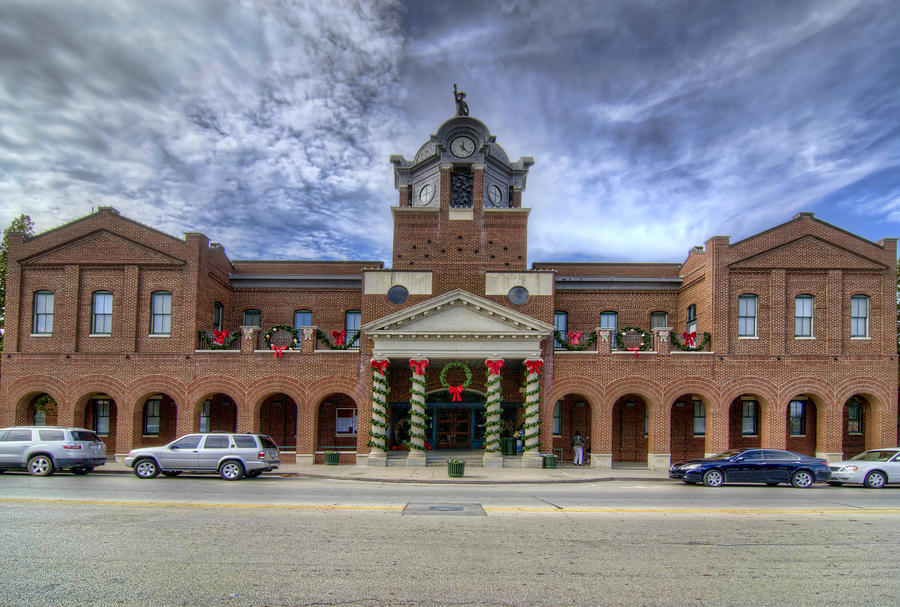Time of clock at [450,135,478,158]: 12:22
